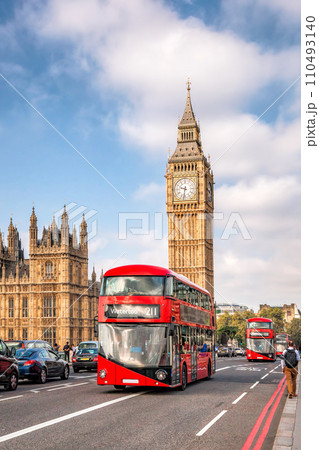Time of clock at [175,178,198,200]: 9:32
